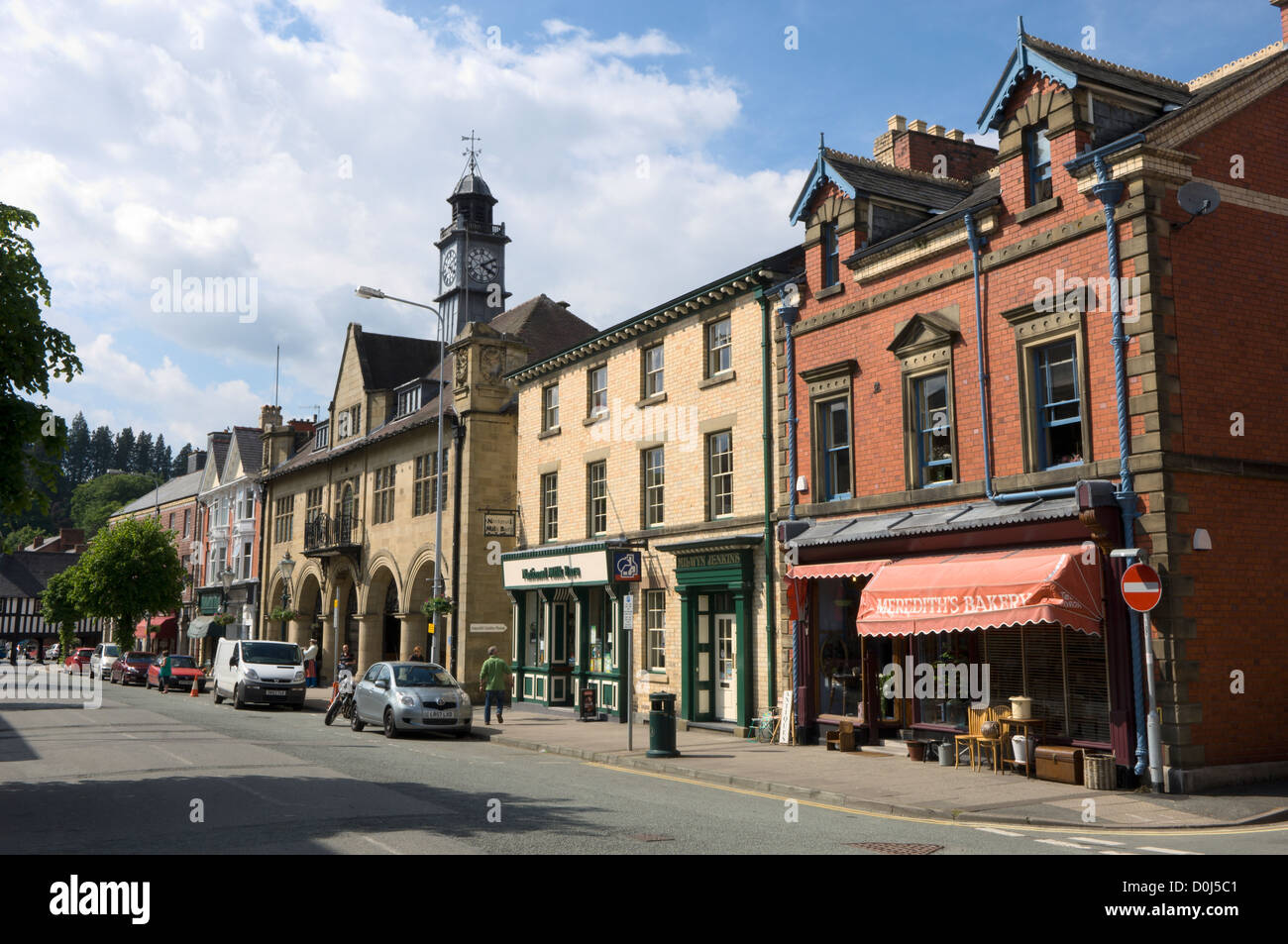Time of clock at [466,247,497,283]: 4:10
